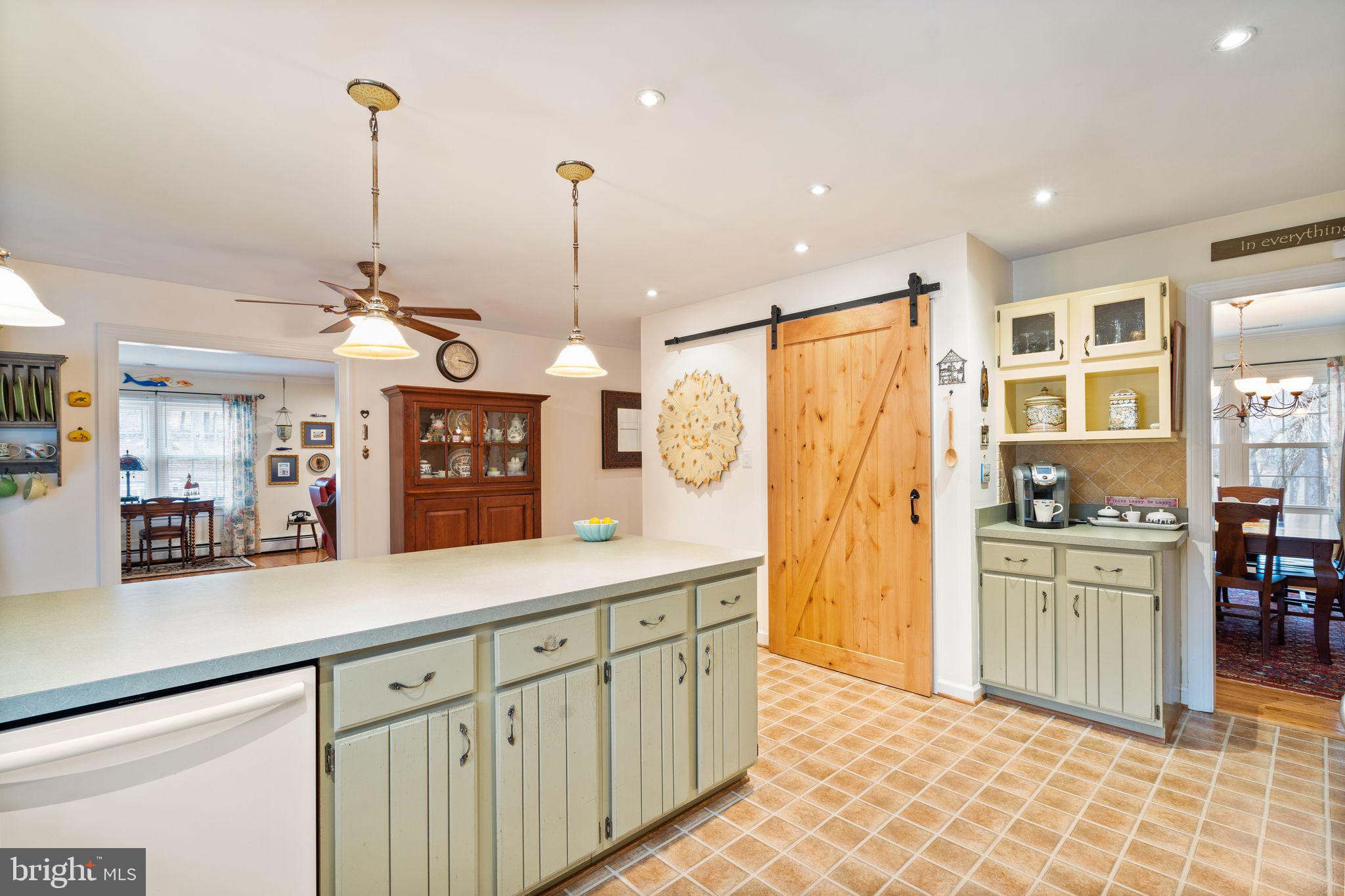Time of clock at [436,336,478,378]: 3:16
